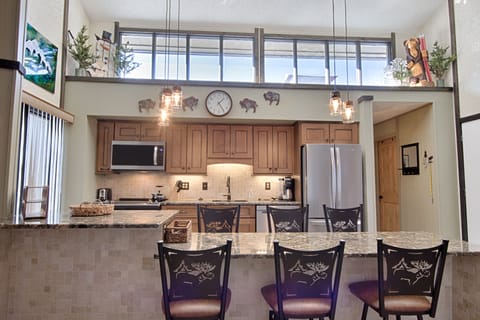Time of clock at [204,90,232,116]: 1:24
